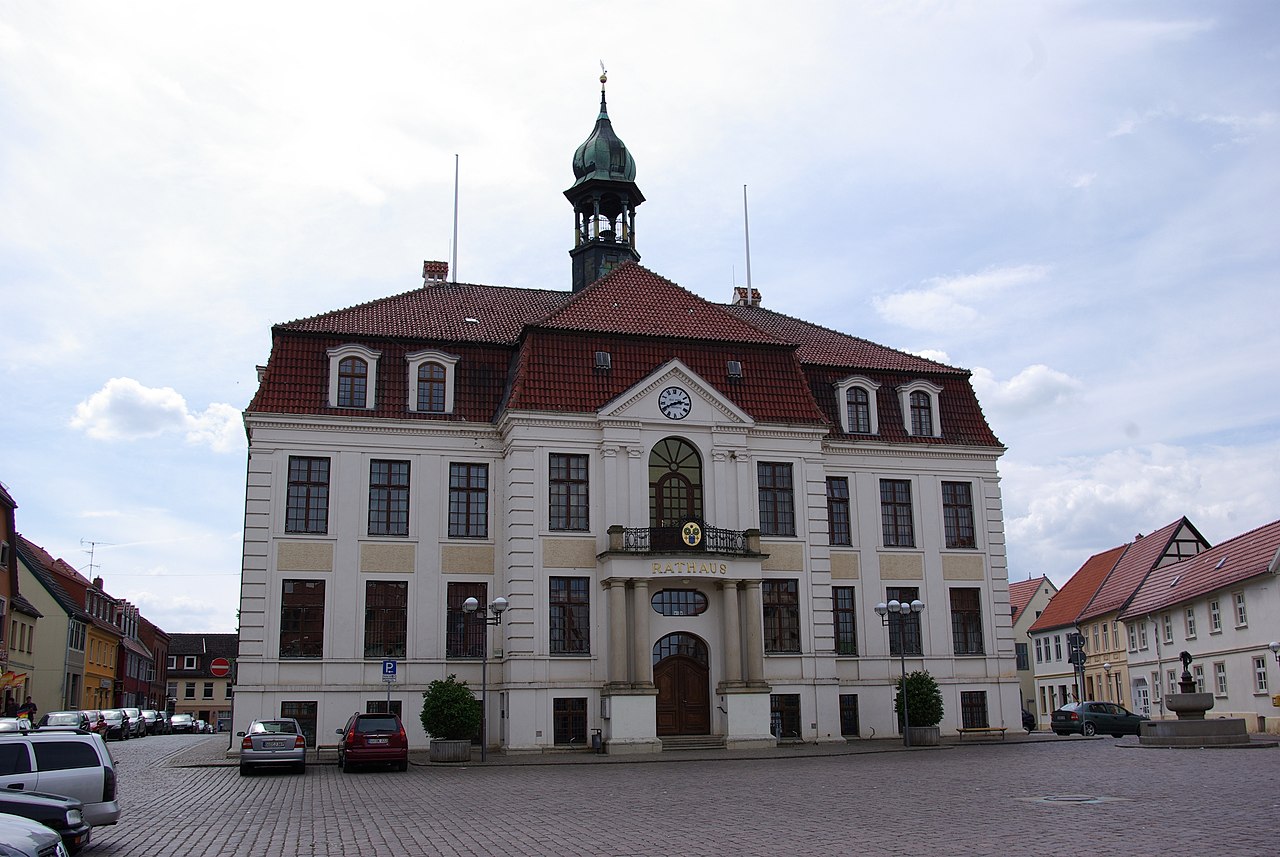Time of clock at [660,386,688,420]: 2:40
